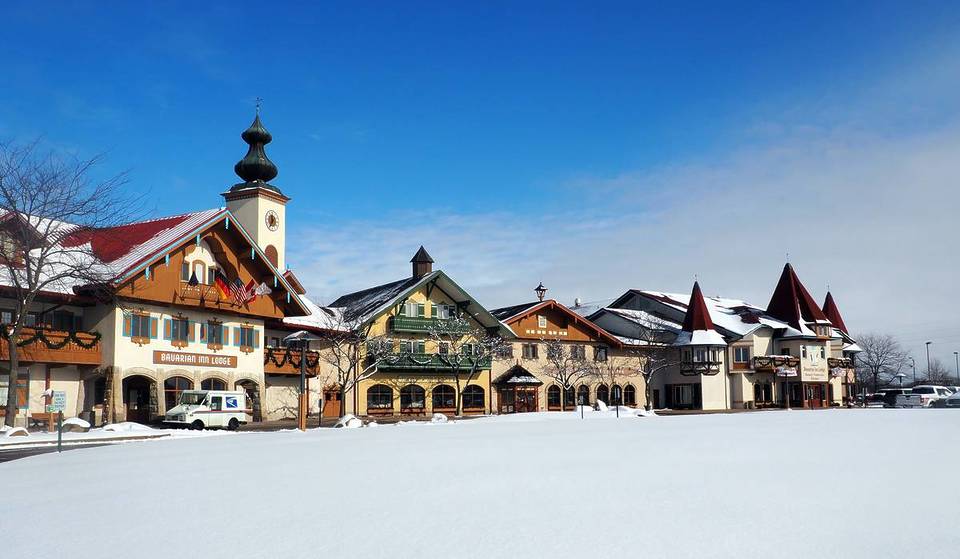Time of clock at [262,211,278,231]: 11:35
